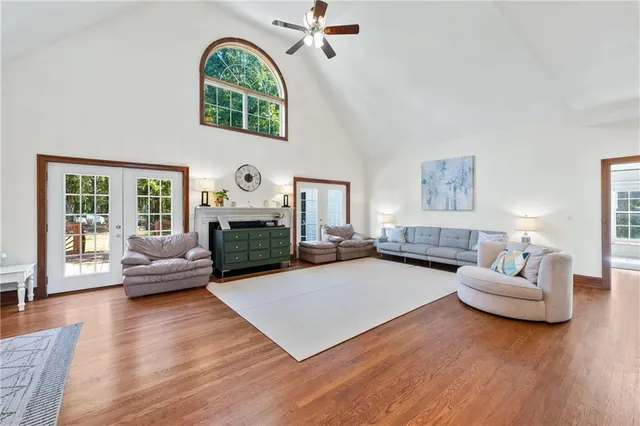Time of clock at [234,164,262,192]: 12:11
